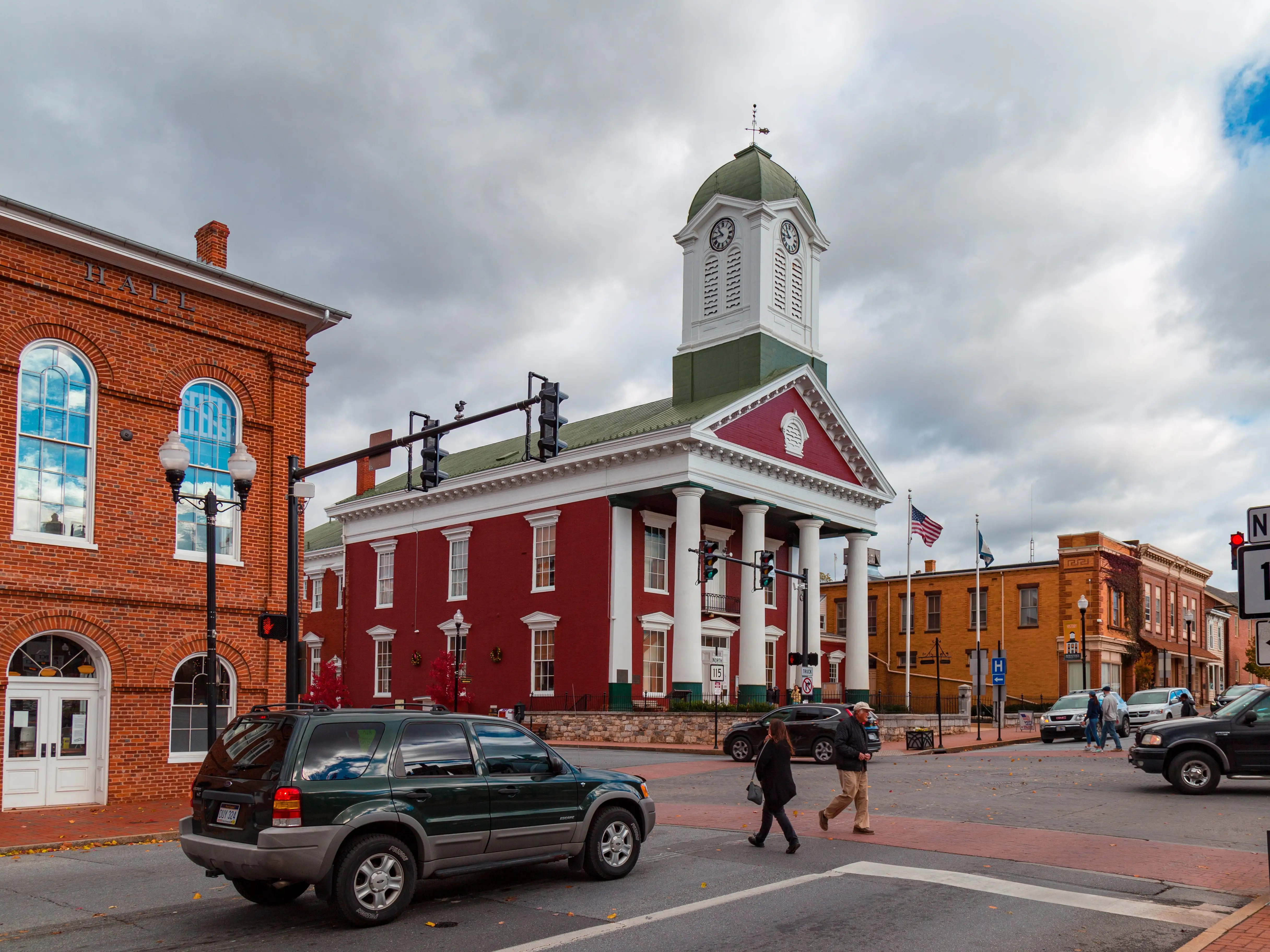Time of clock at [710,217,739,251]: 10:43
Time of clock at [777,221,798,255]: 10:44
